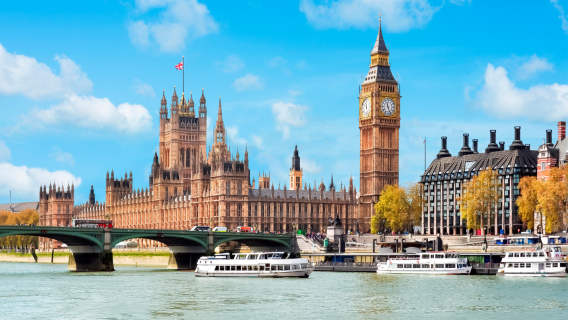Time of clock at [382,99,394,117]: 11:26
